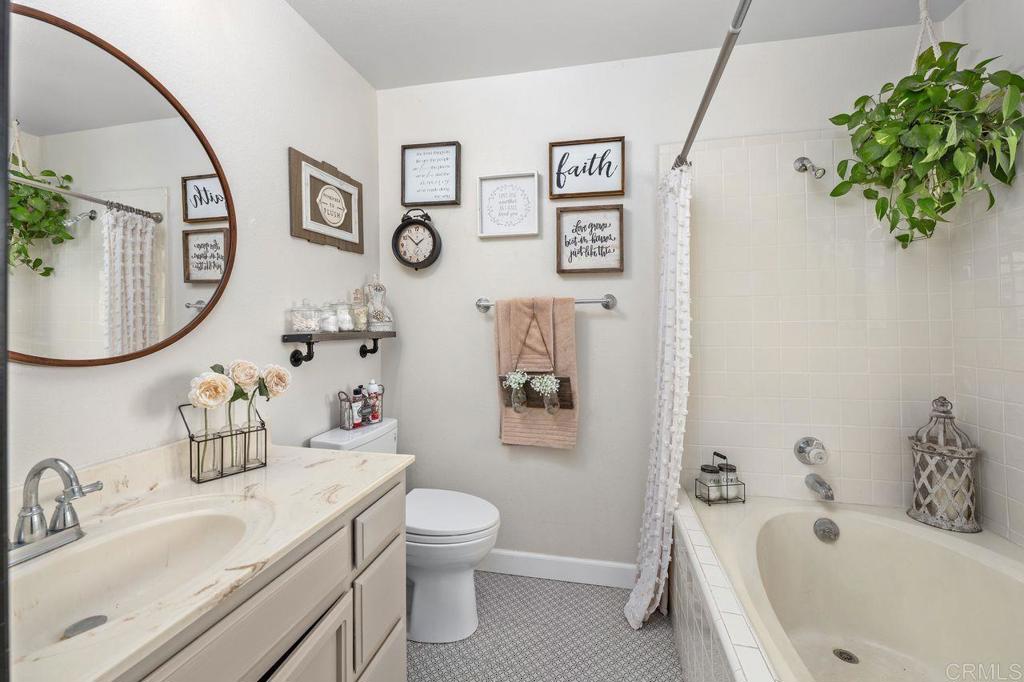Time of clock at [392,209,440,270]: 1:52
